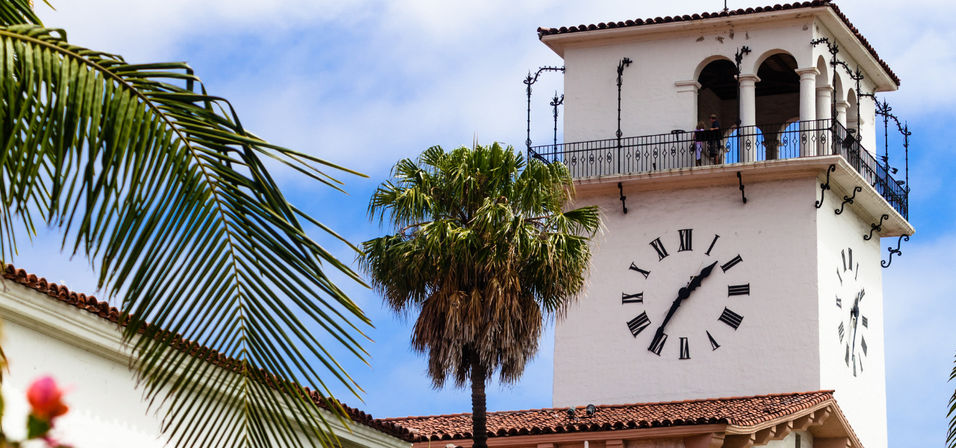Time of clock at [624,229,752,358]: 1:35
